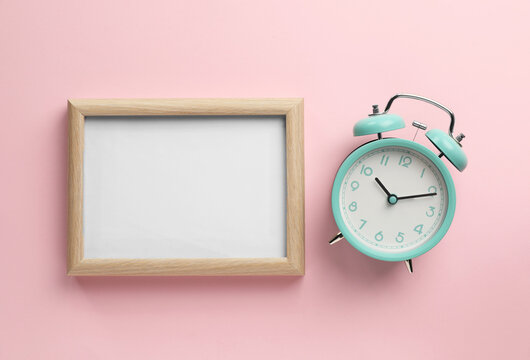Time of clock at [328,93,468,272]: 10:11
